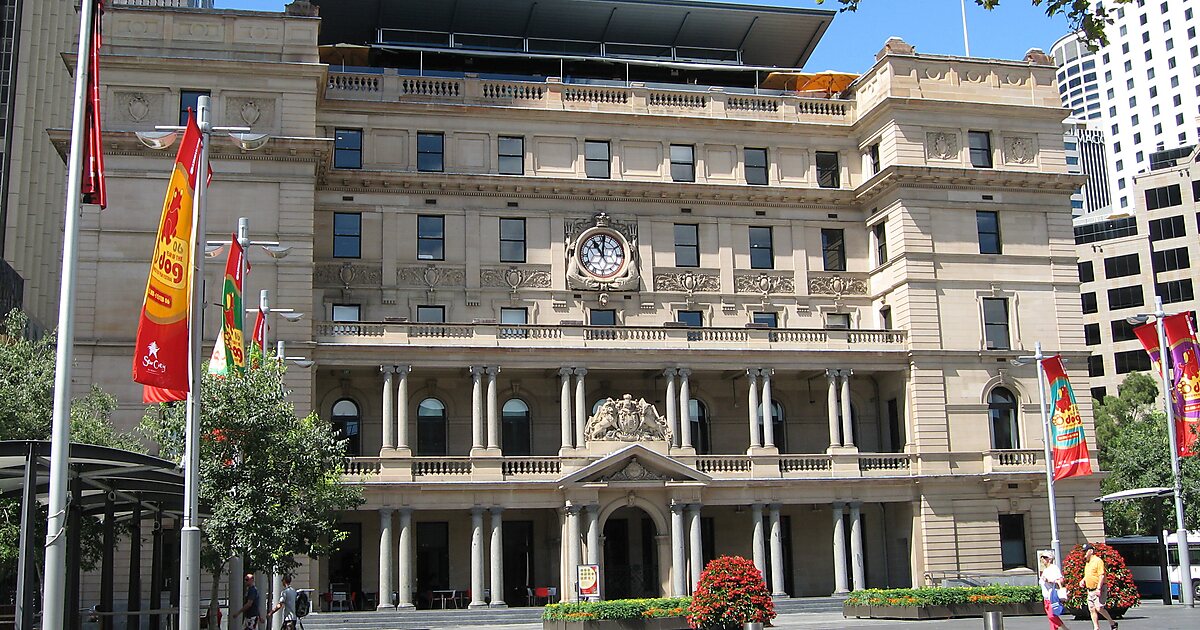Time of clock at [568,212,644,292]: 11:01
